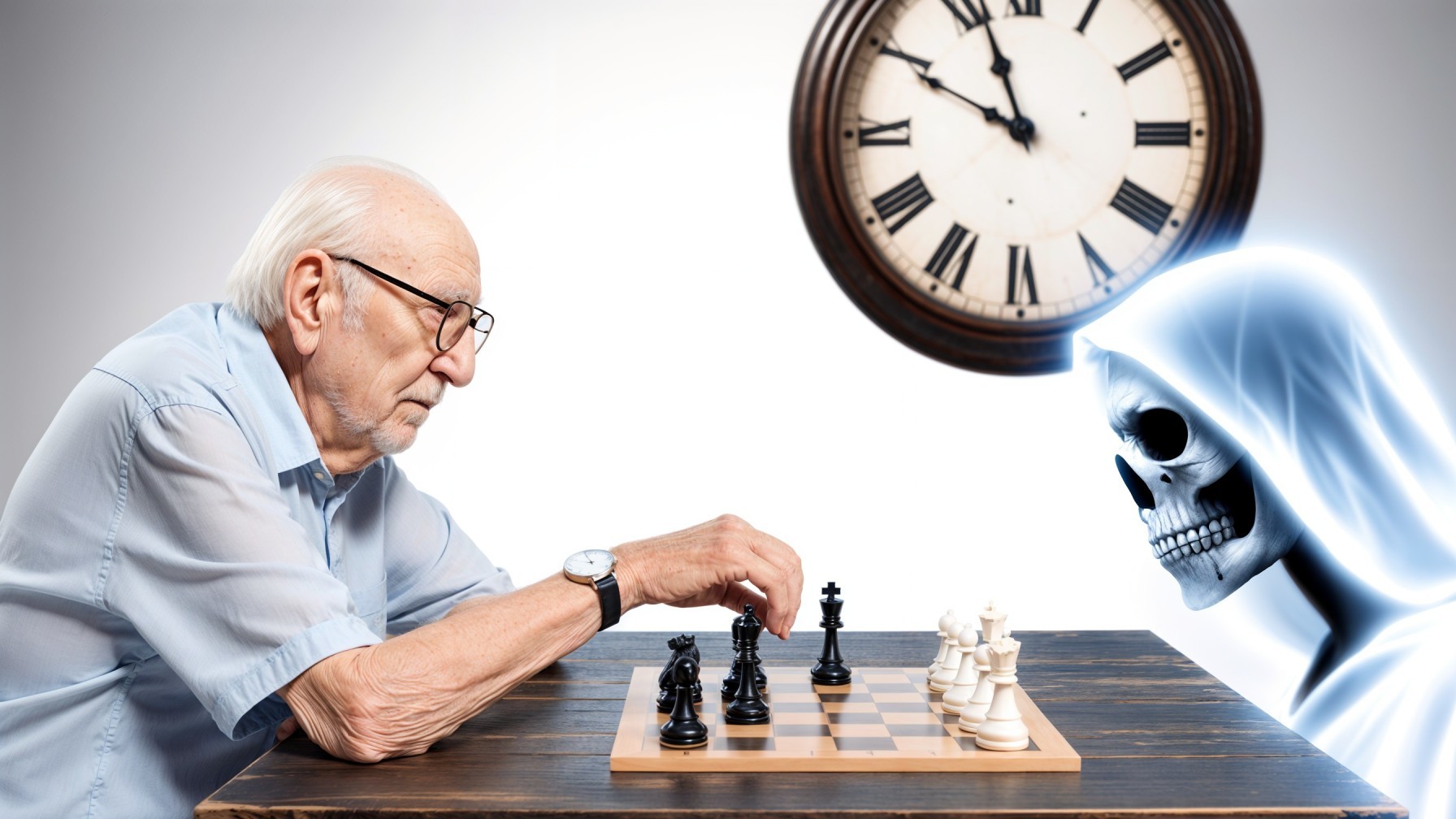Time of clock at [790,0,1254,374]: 9:56
